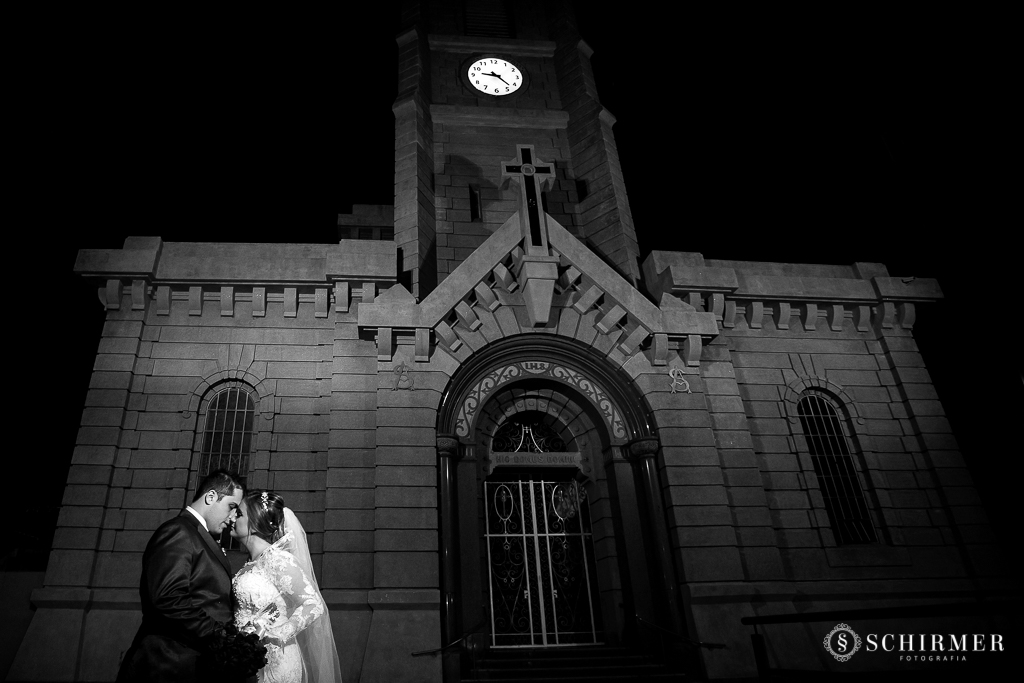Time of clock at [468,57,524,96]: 9:22
